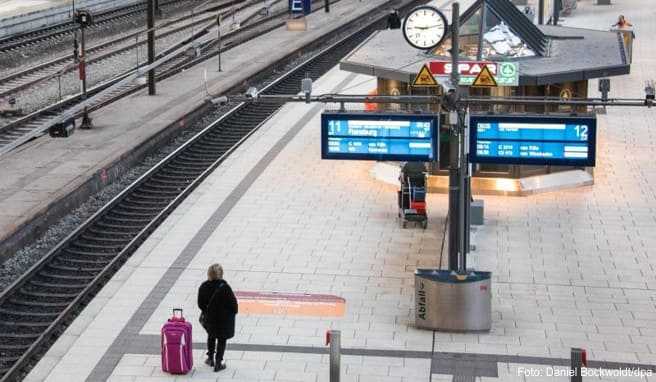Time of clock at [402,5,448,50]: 9:12
